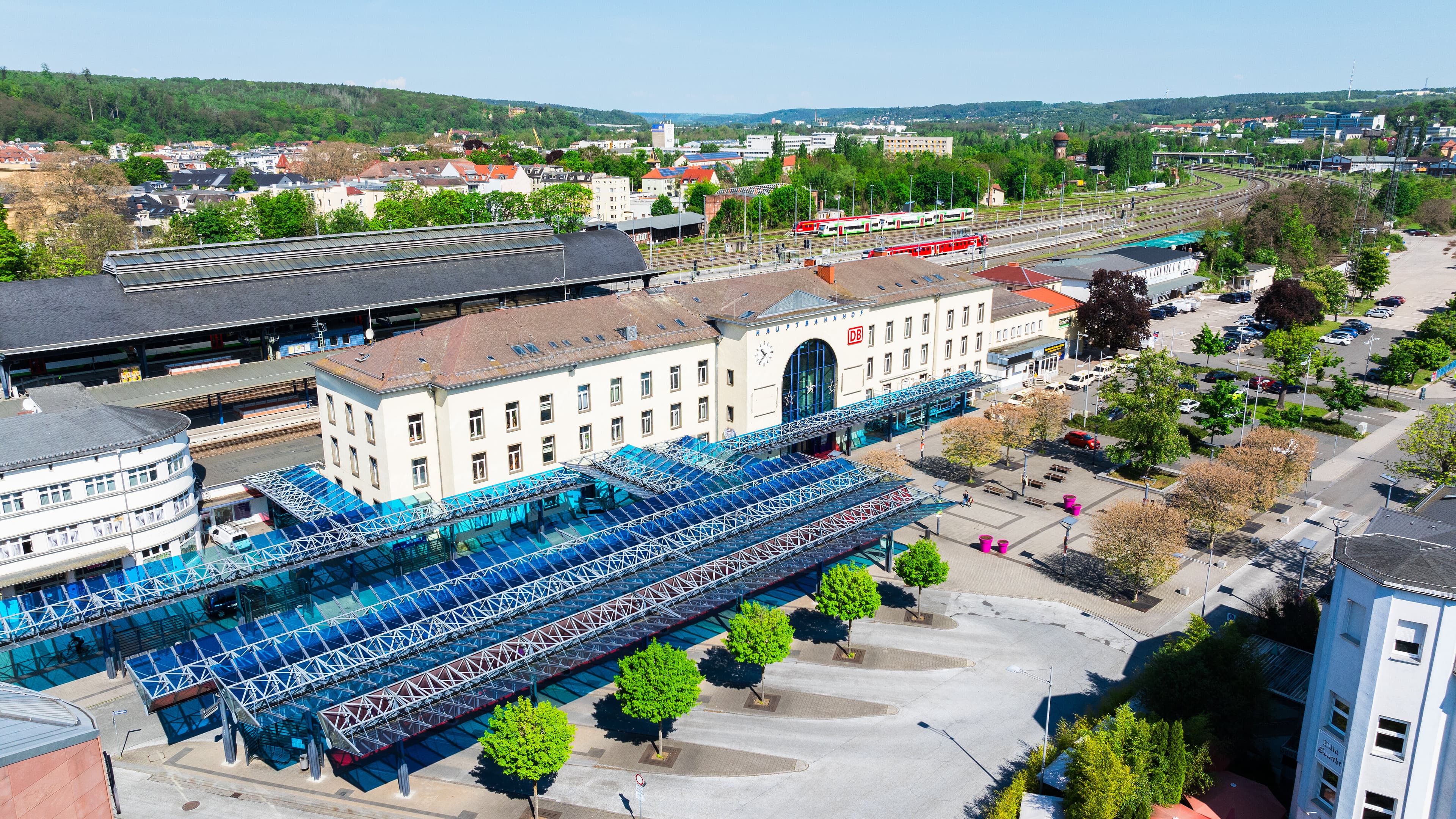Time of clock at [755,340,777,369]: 10:36
